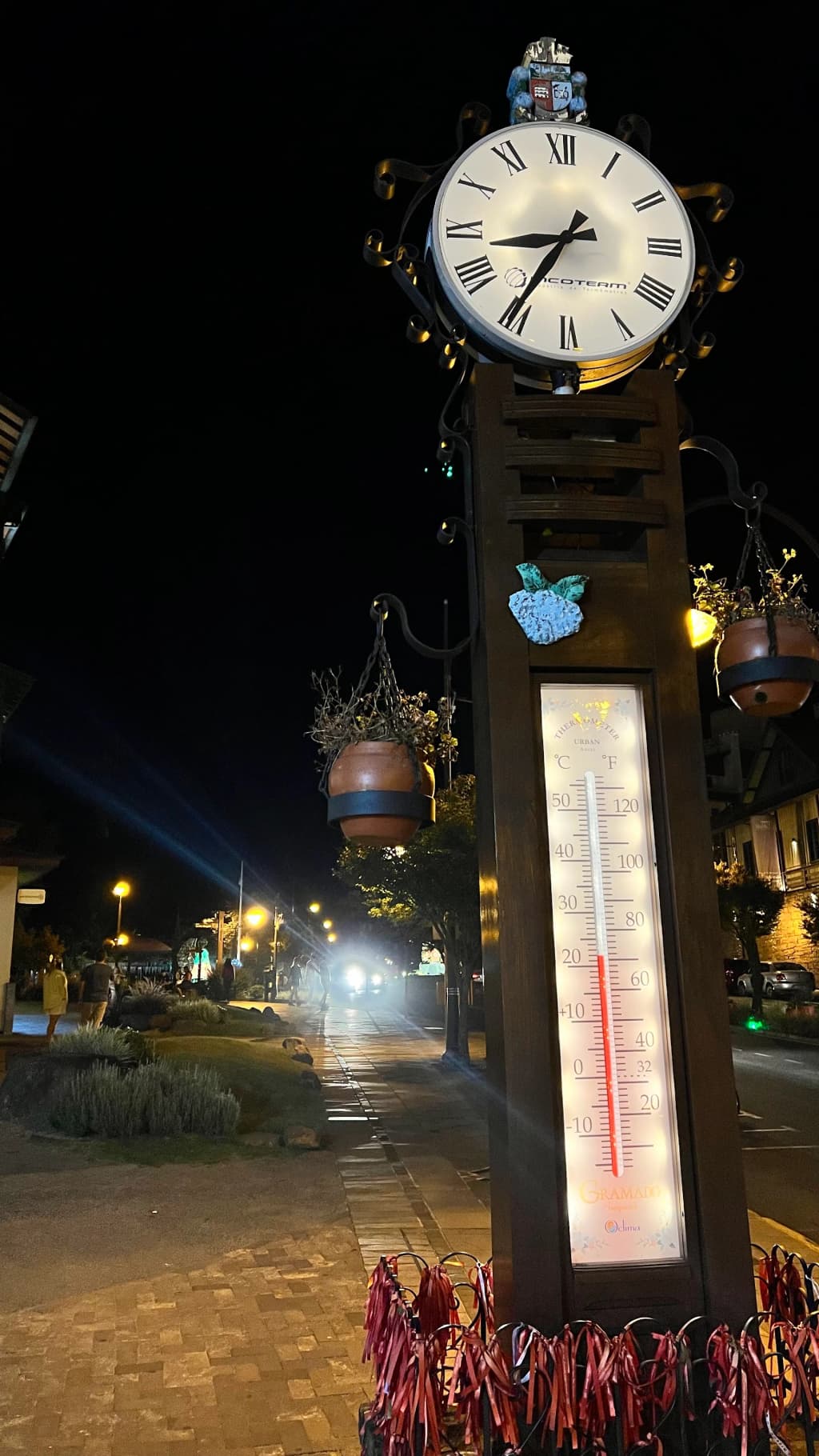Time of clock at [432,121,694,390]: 8:35
